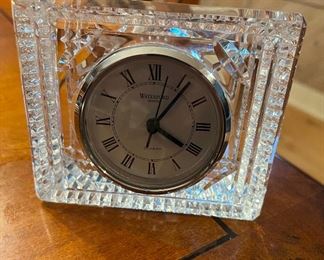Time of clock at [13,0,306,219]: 4:06
